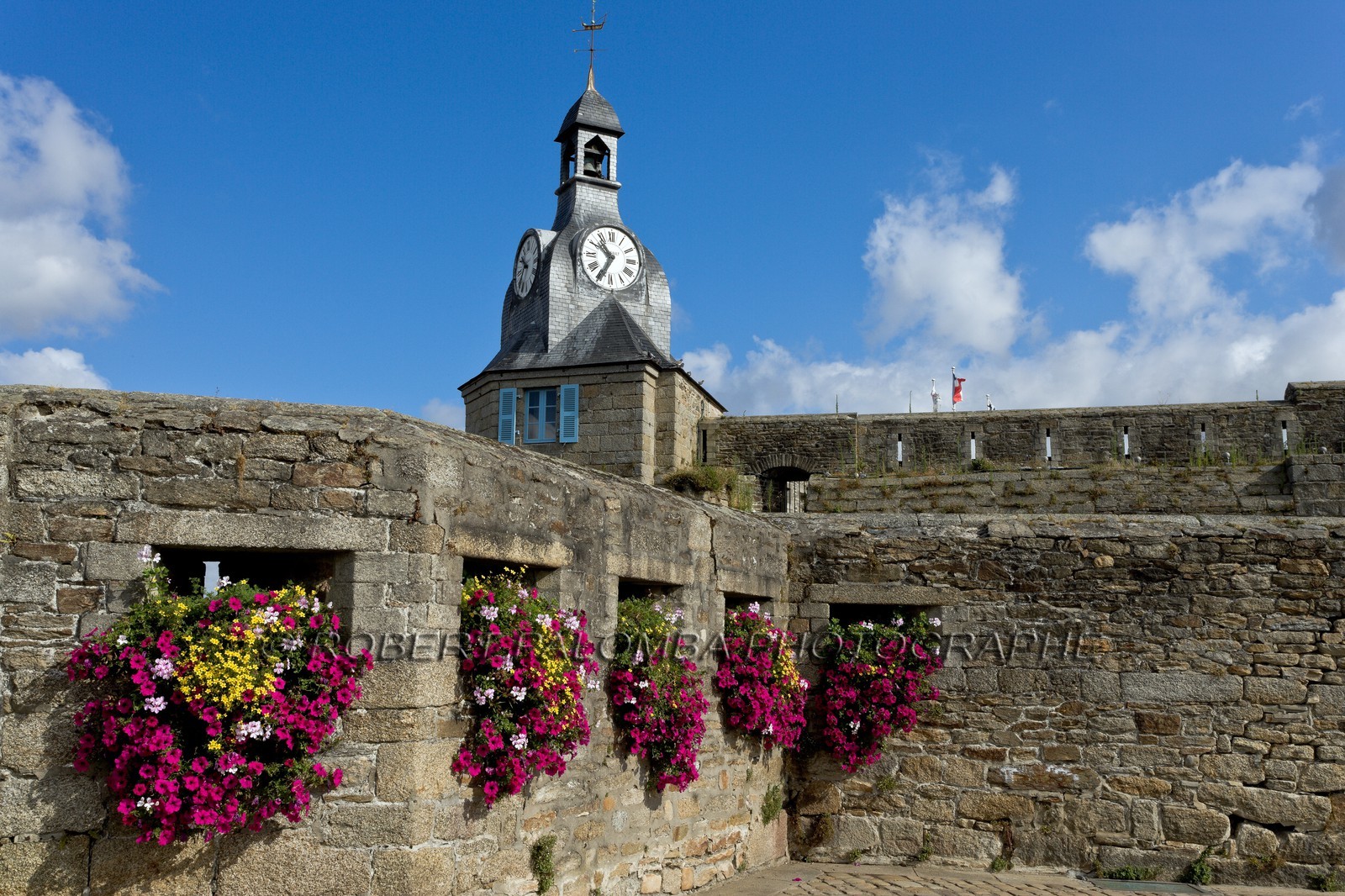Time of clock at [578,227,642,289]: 10:34
